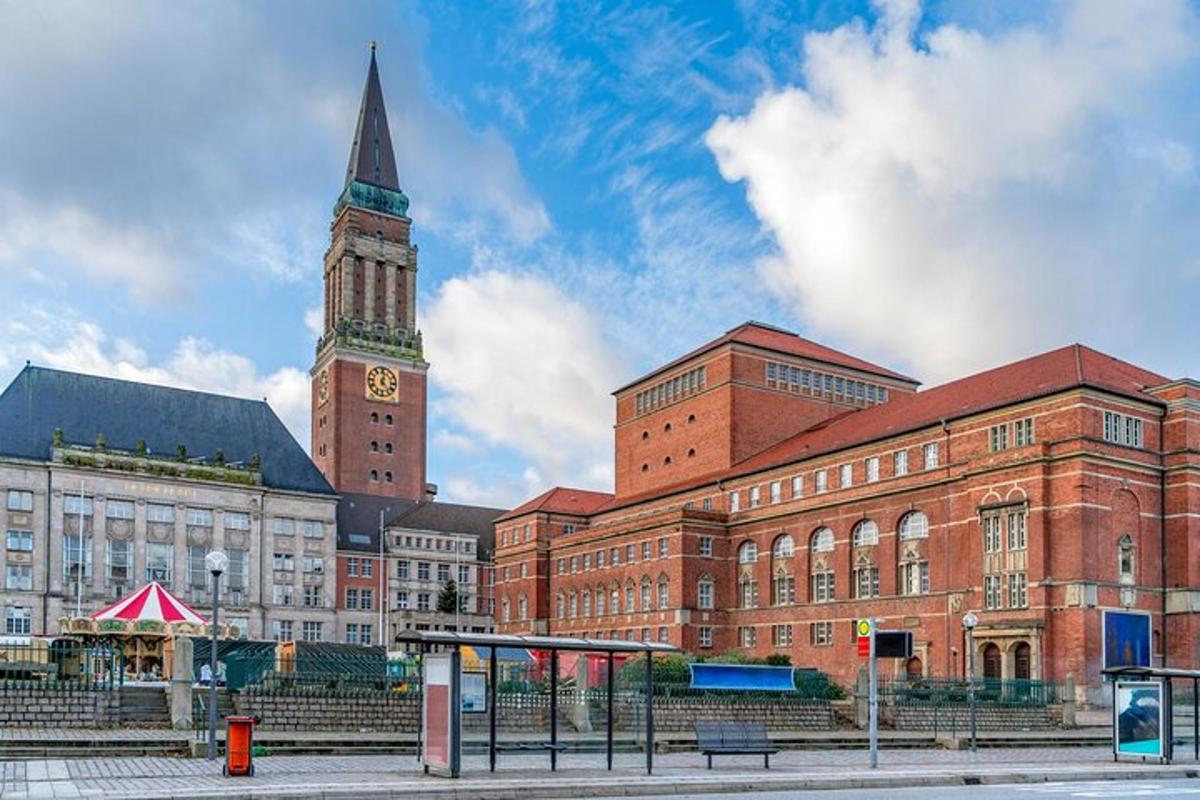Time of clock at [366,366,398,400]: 12:23
